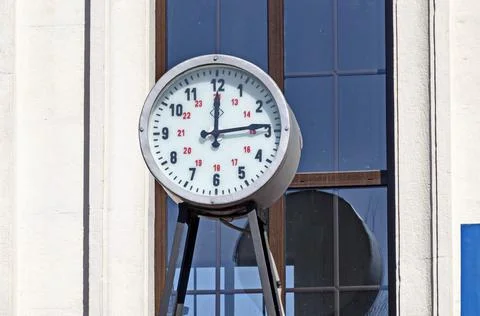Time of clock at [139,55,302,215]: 12:13
